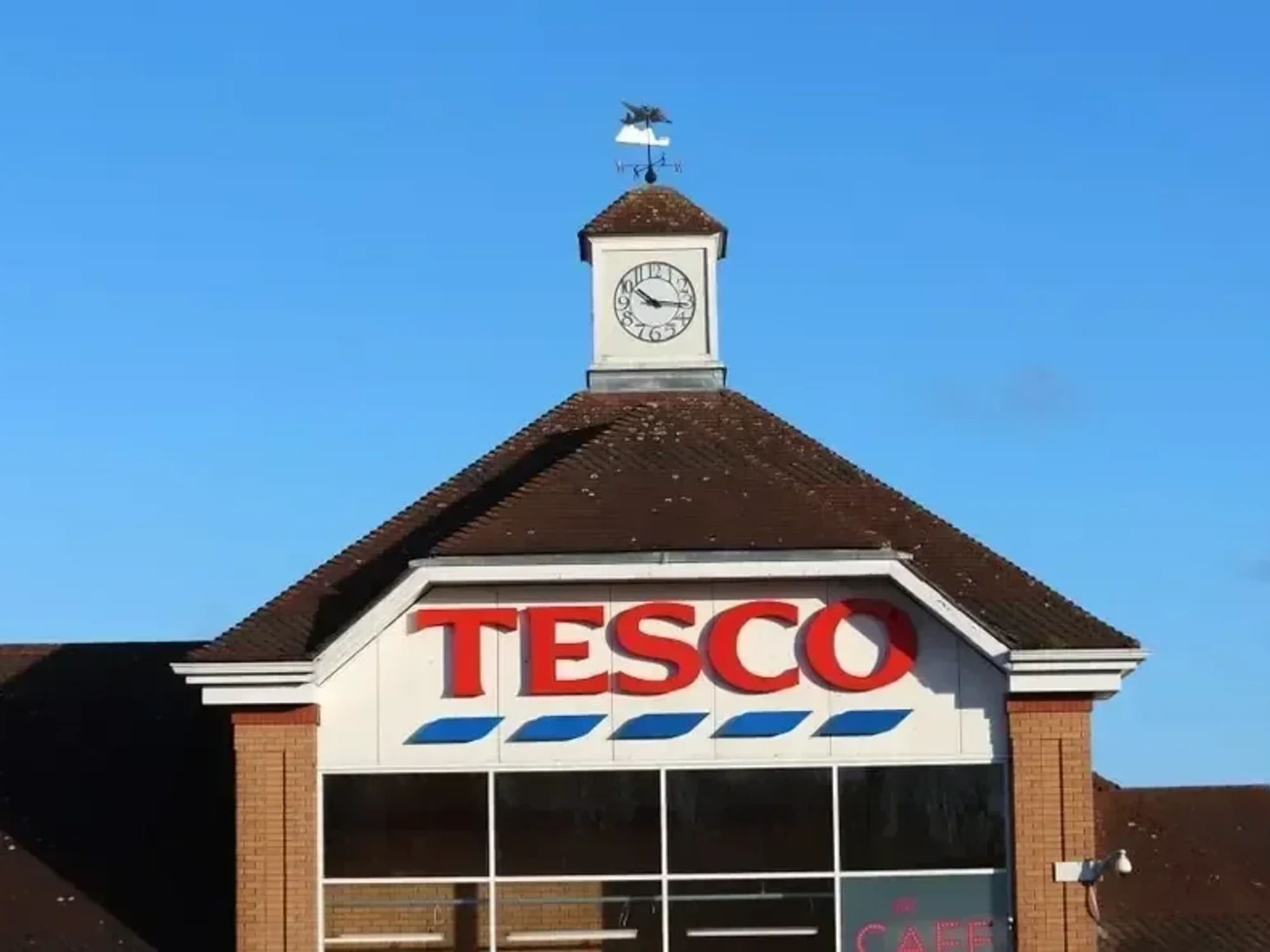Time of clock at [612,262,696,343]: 10:15
